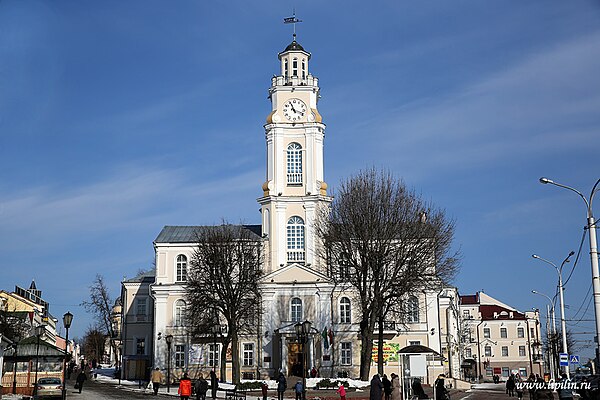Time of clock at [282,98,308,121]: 11:18
